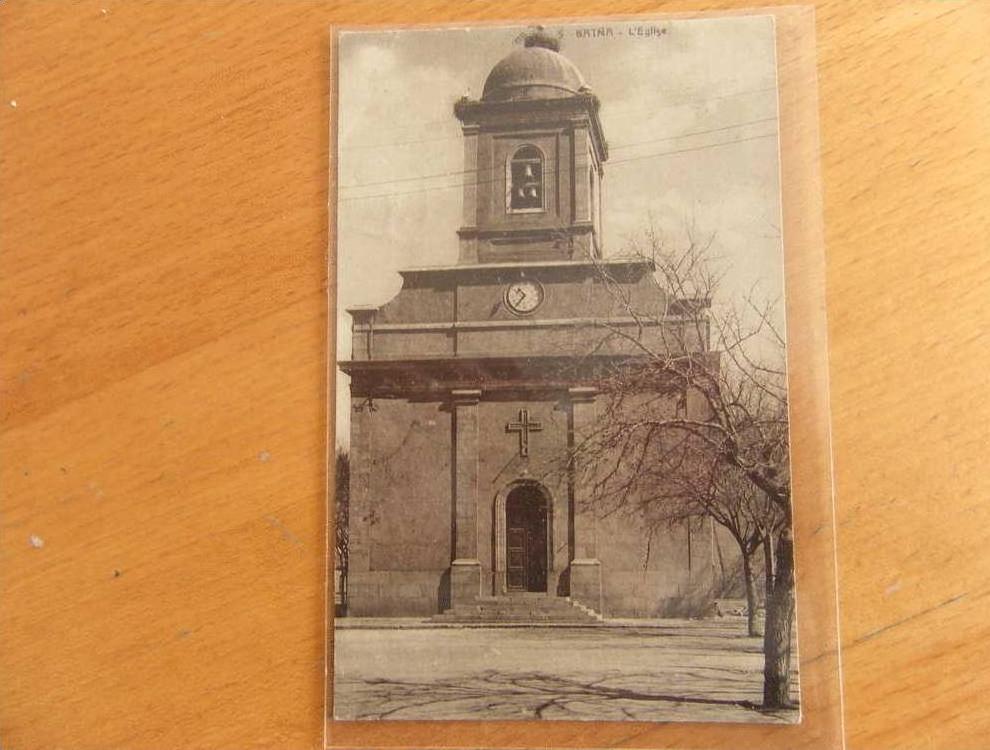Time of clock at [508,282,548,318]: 10:36
